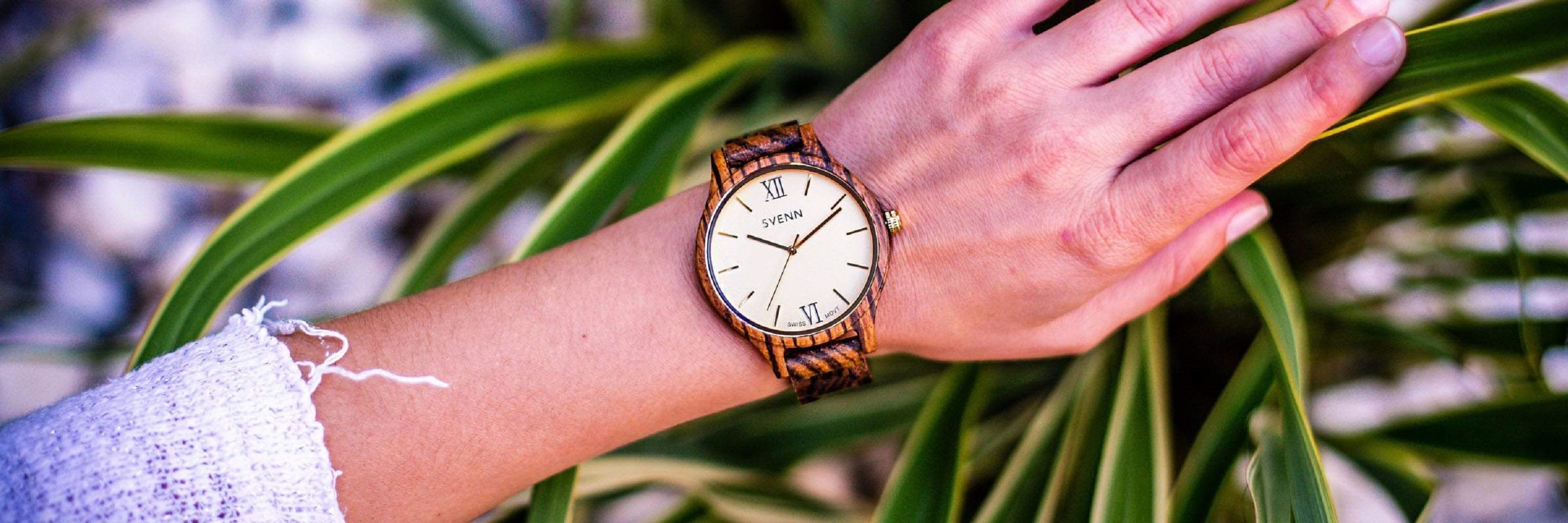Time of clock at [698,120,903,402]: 9:10
